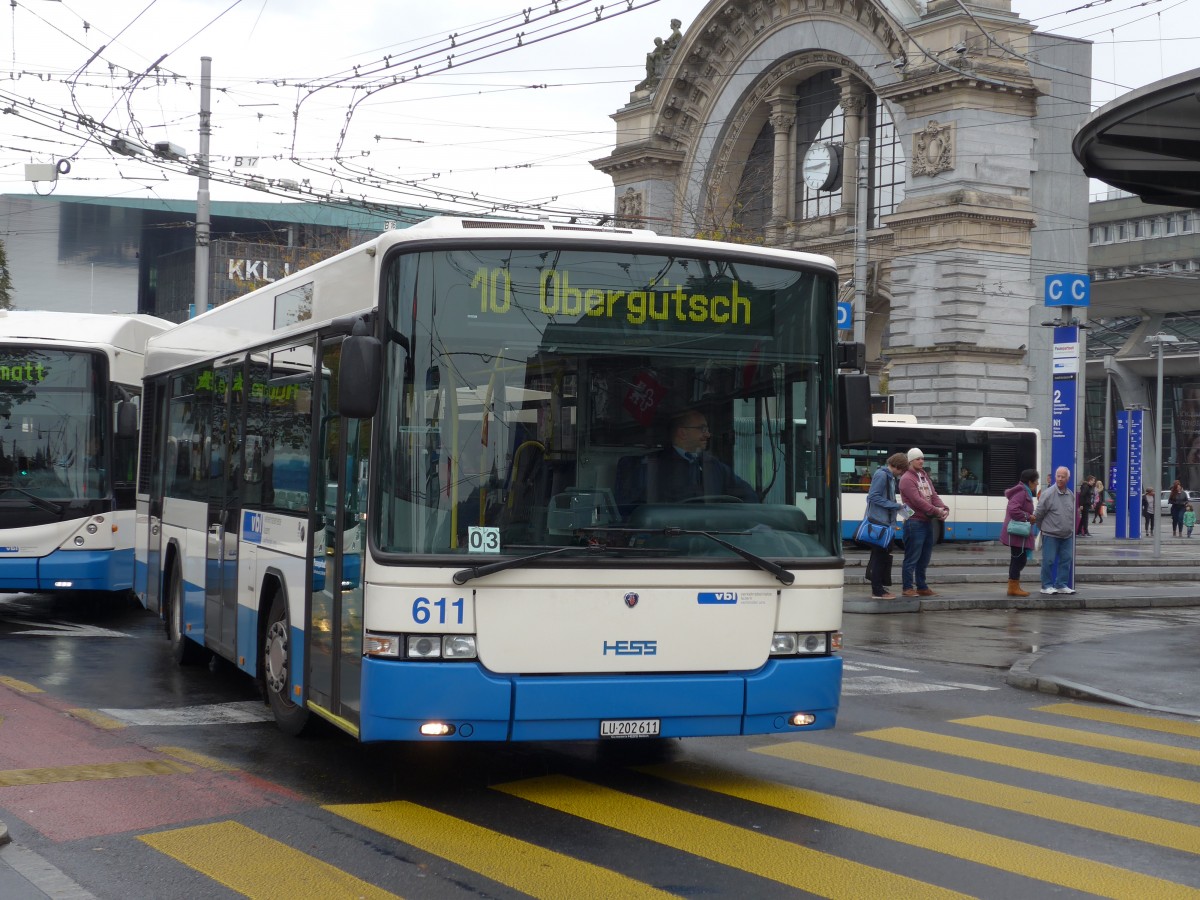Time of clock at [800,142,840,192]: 2:45
